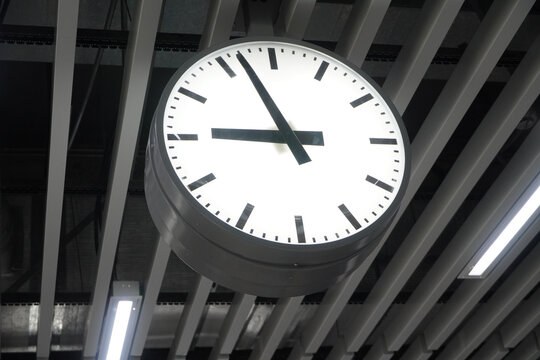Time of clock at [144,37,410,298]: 8:56
